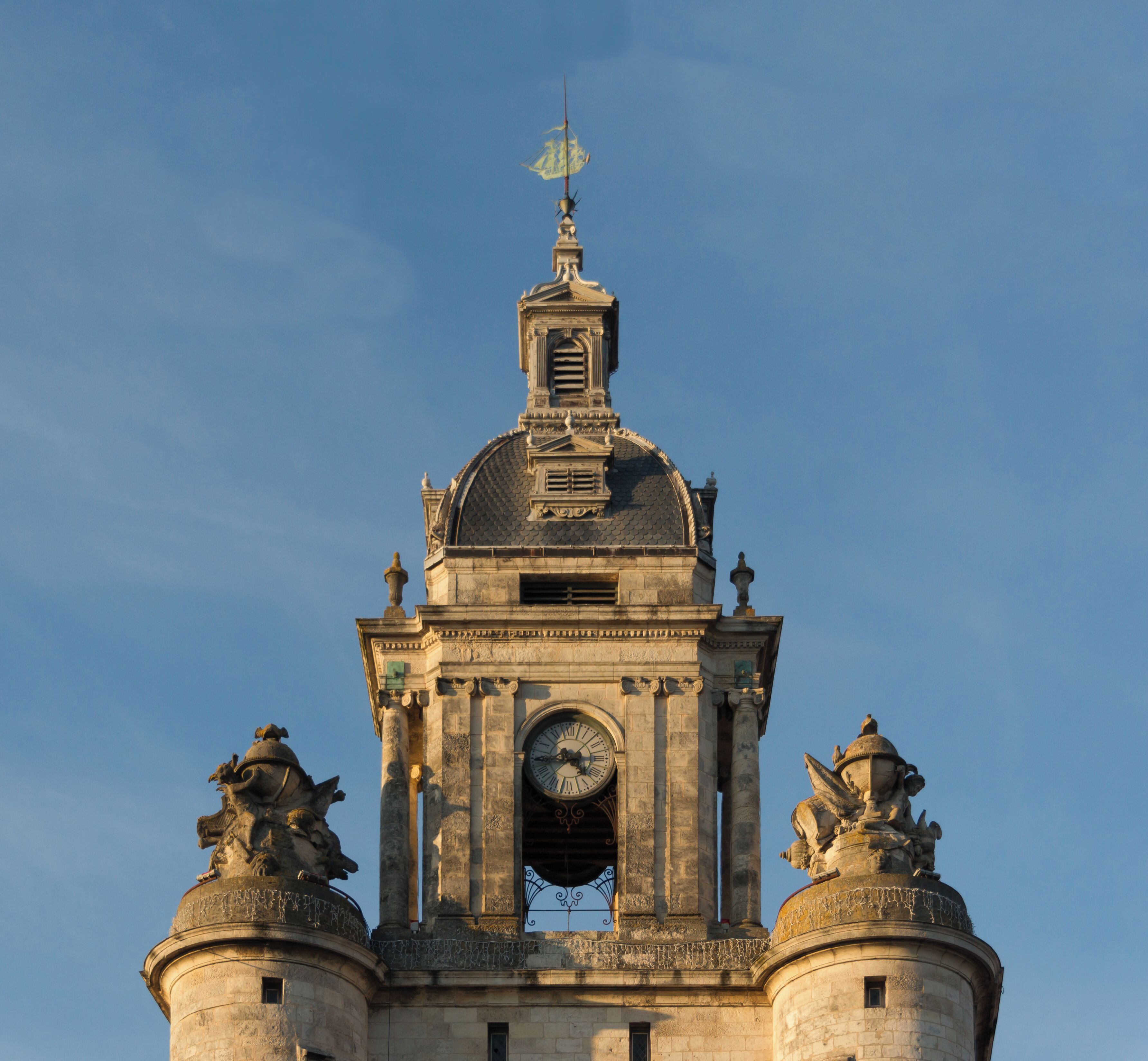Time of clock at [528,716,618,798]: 4:44
